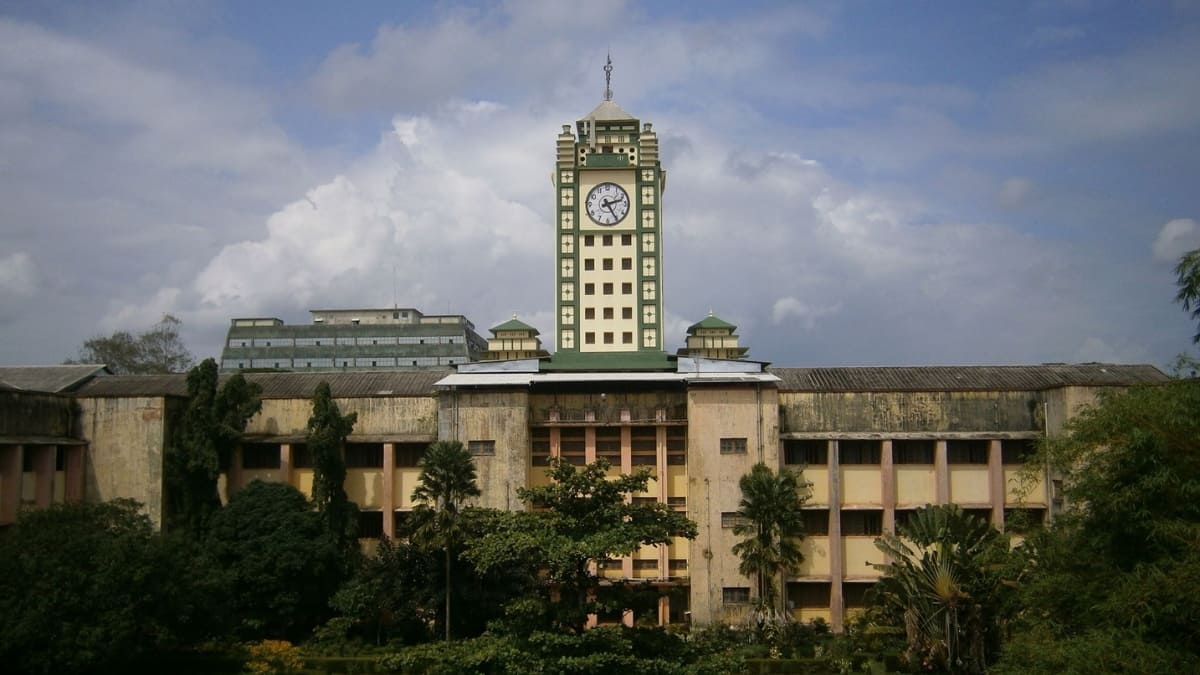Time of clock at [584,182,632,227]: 2:24
